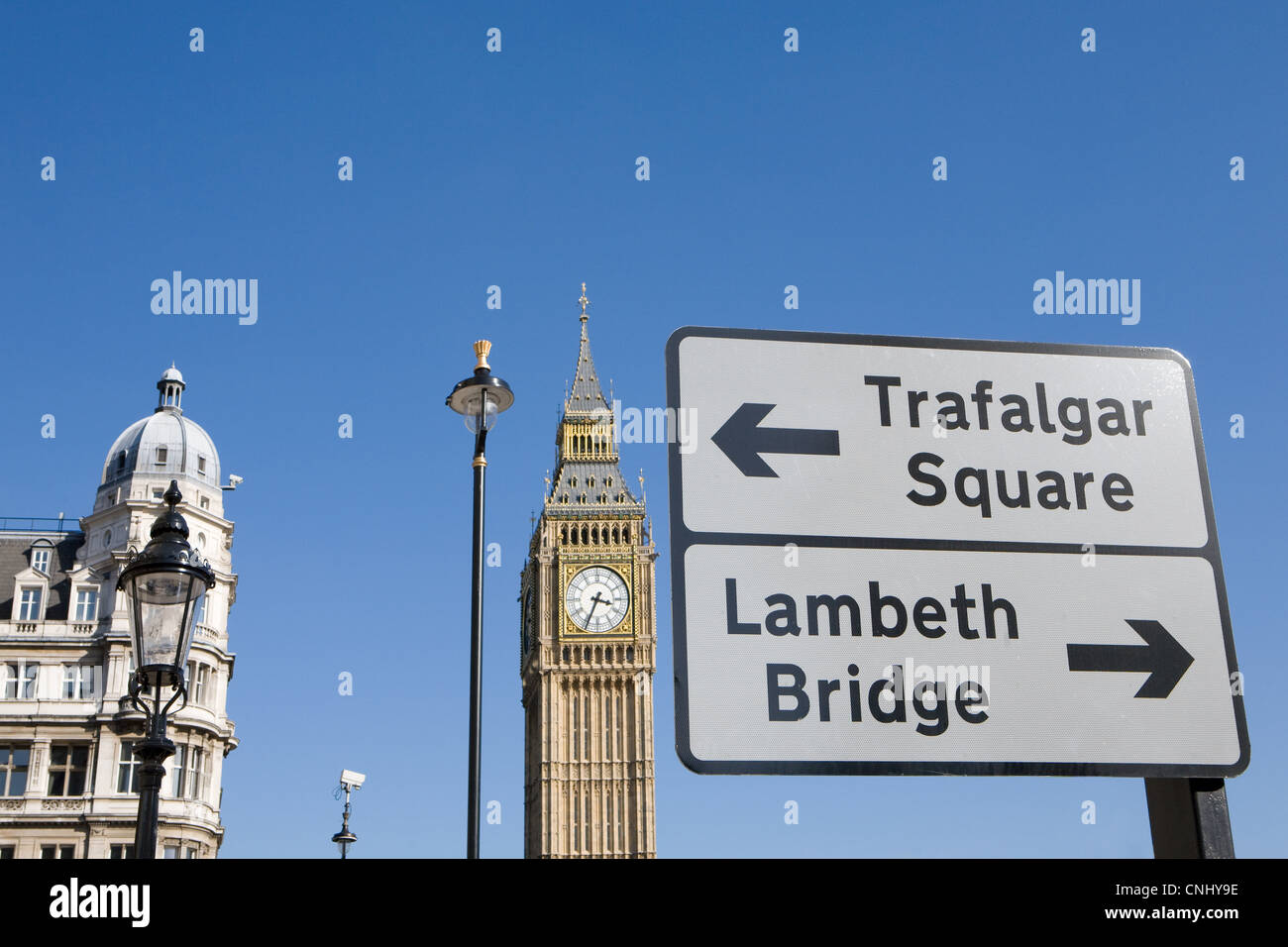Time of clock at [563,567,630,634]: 3:34
